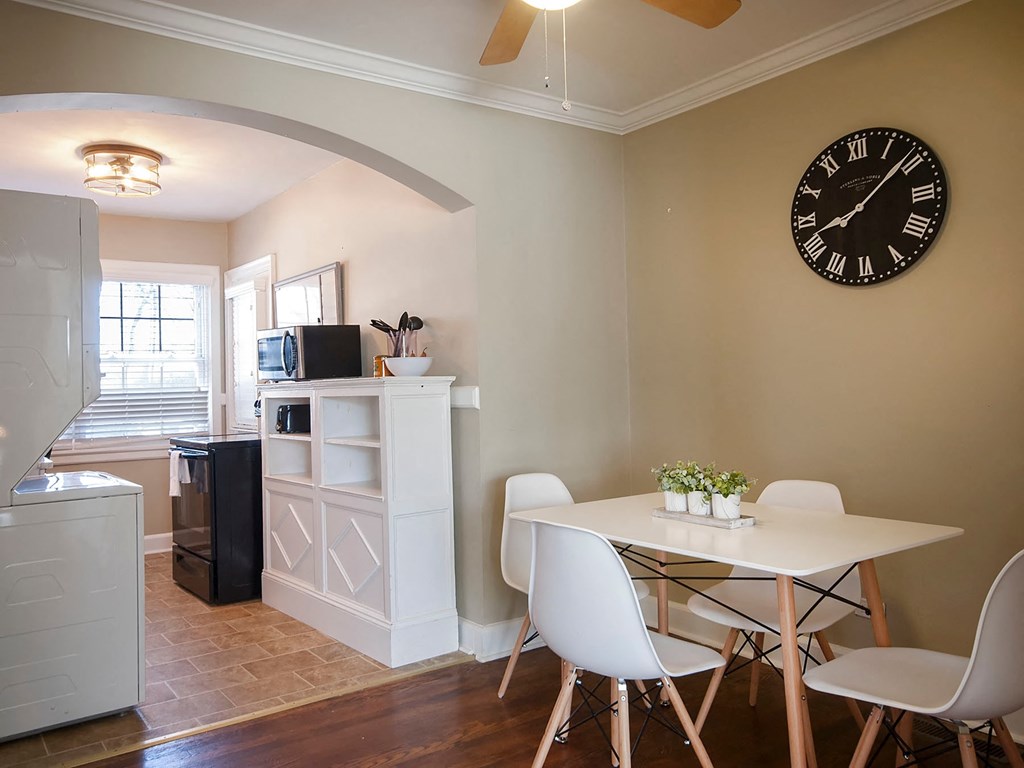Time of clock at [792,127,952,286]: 8:08
